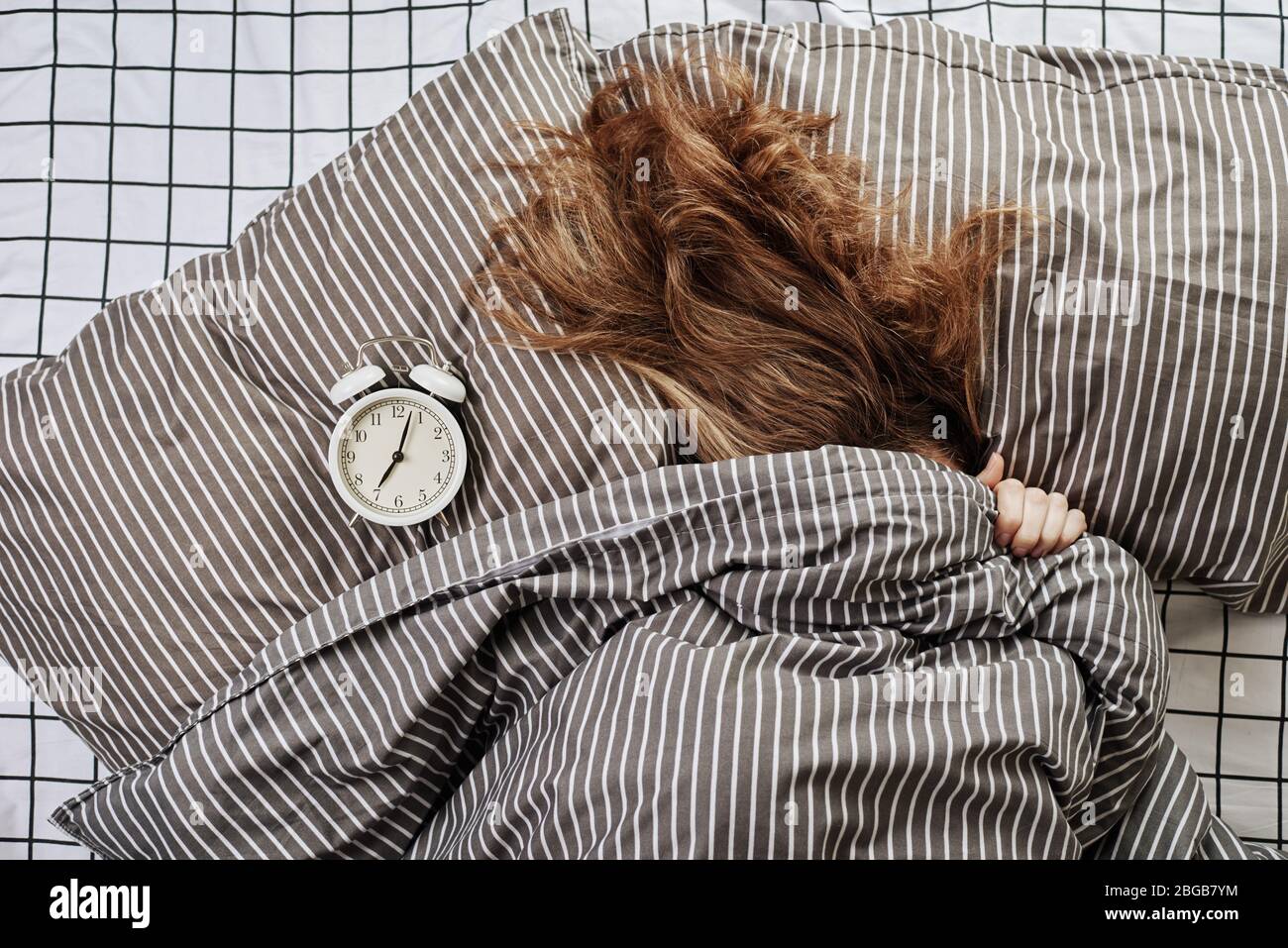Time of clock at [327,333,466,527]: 7:03
